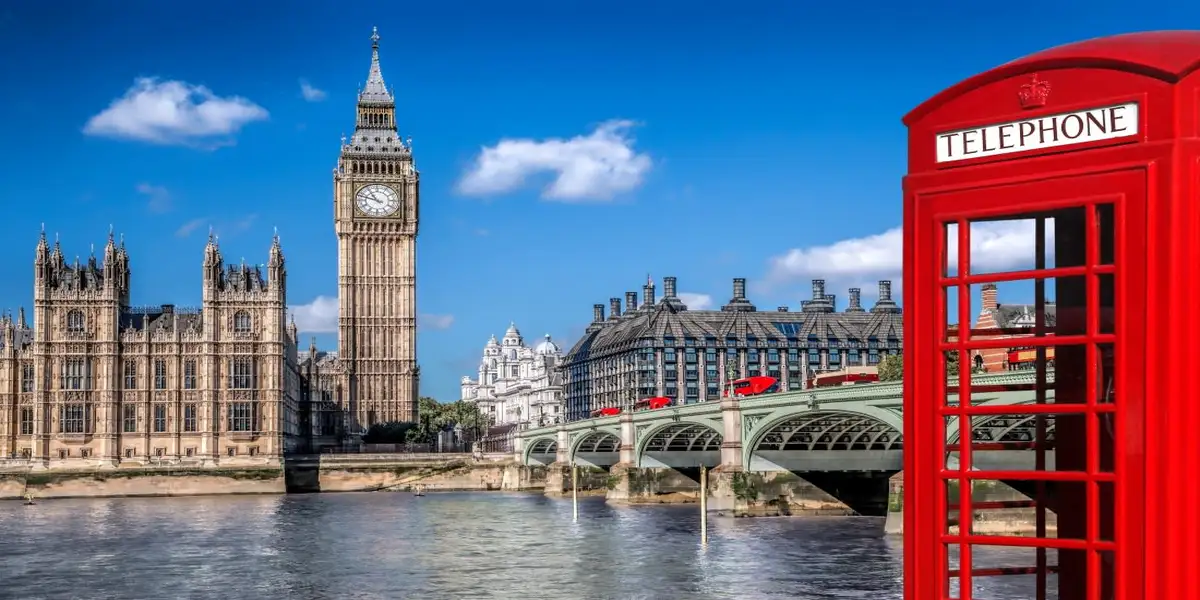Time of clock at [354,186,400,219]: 10:47
